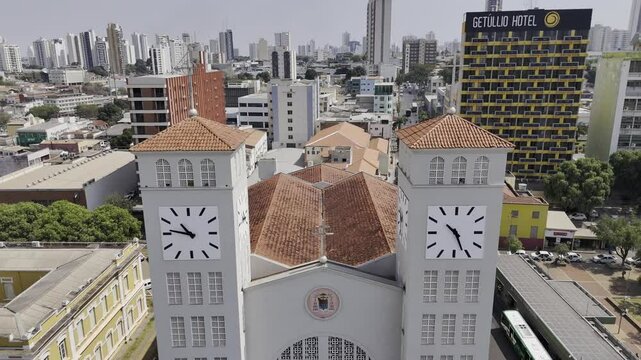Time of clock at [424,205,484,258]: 10:26
